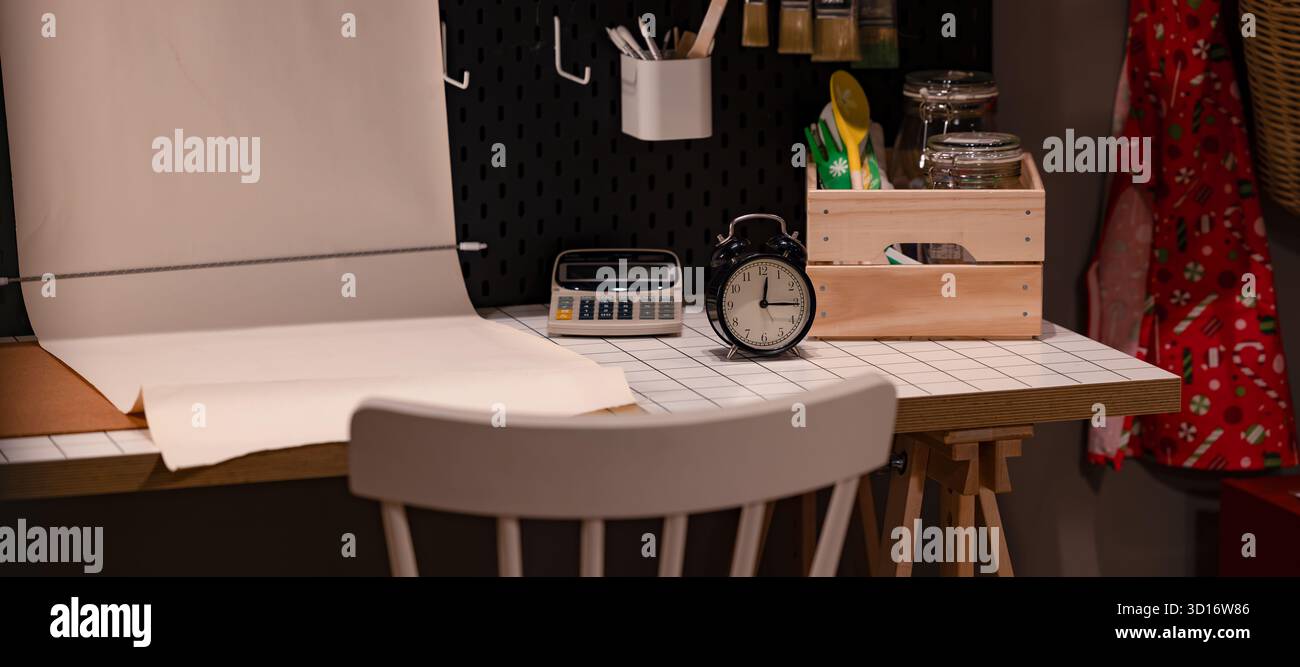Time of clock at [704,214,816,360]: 12:15
